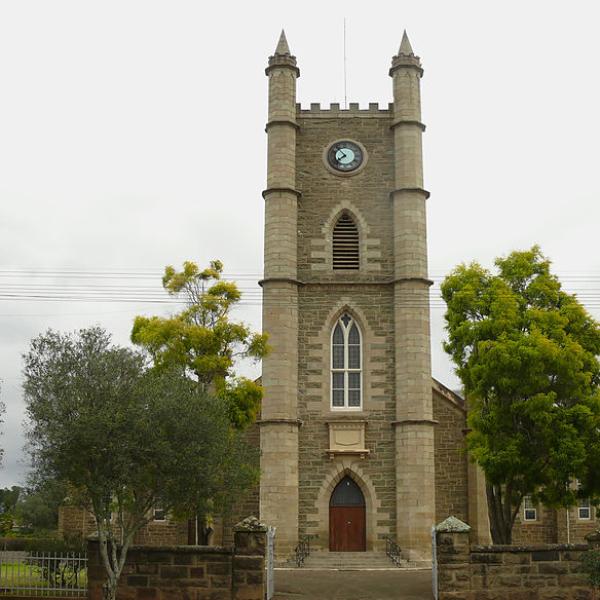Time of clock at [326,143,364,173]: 7:53
